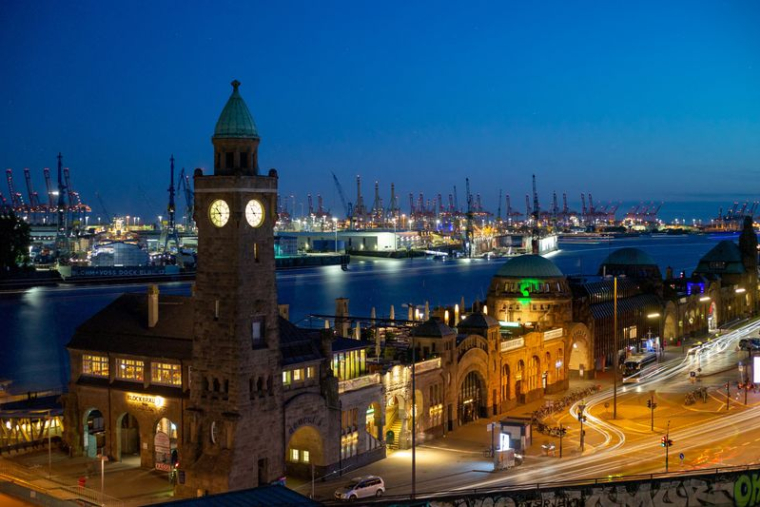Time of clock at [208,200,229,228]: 10:44
